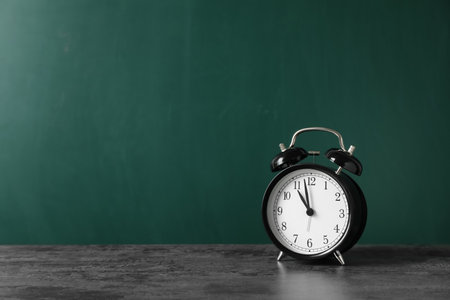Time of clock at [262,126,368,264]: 10:58
